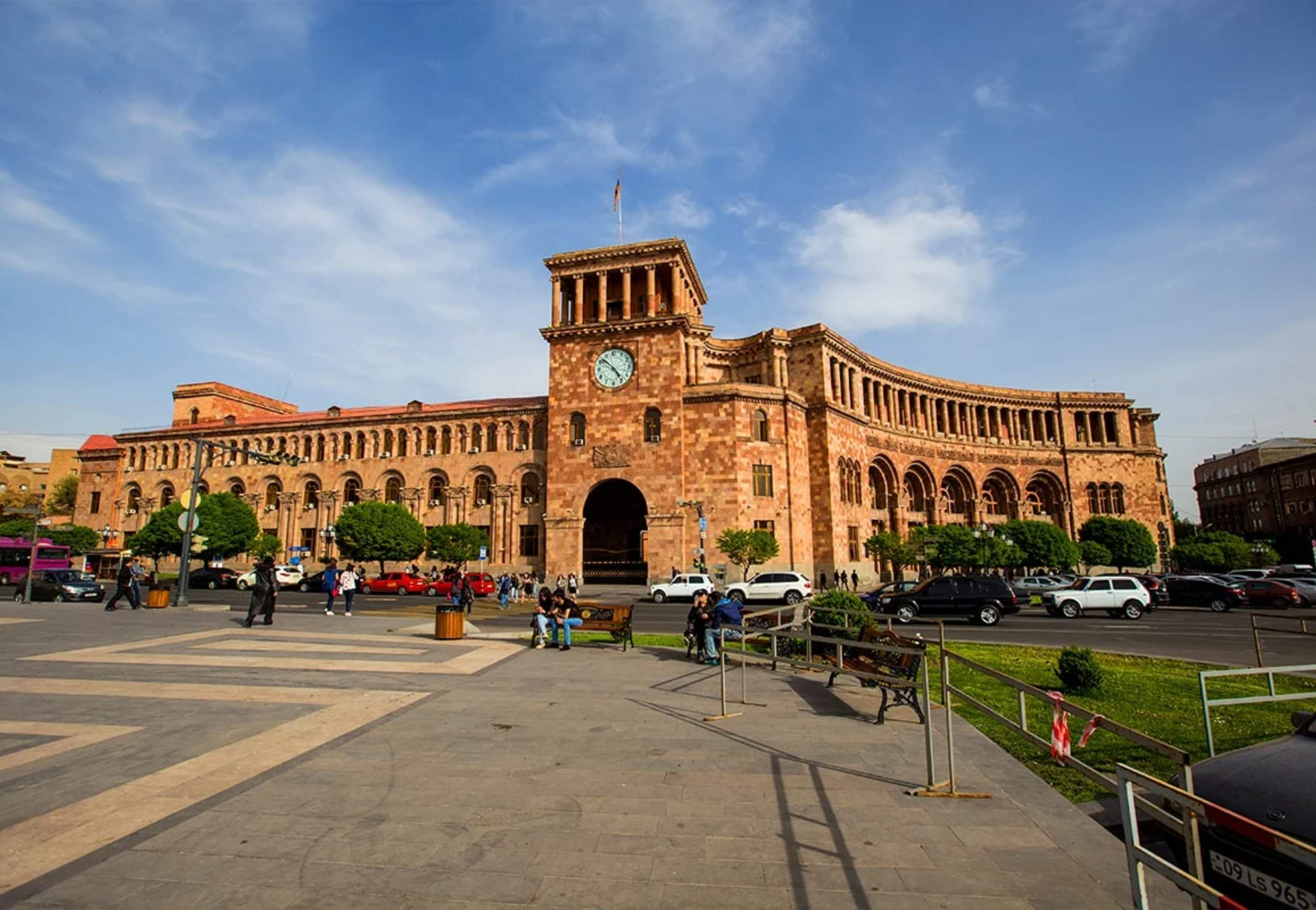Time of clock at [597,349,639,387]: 4:52
